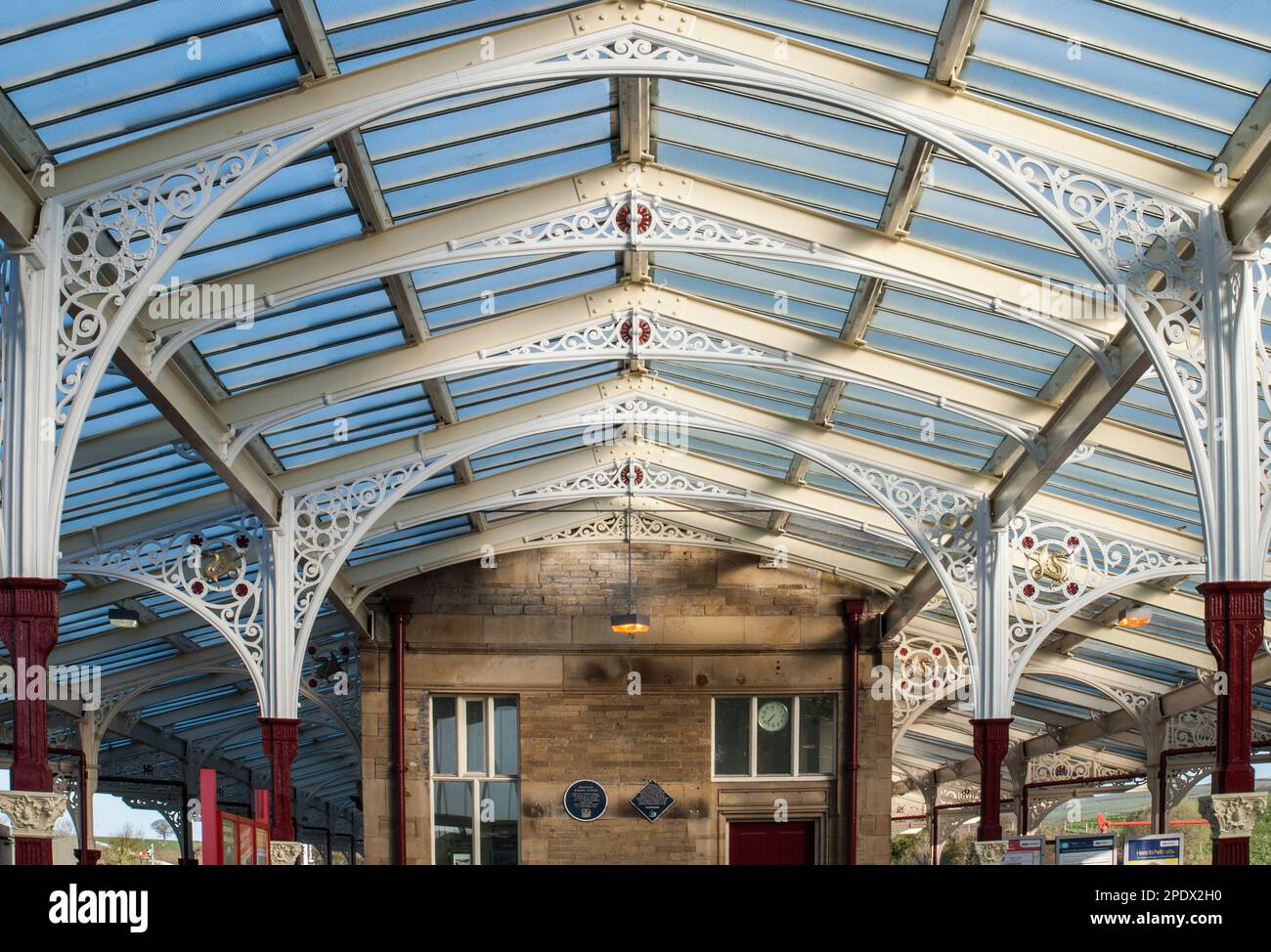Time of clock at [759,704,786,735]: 7:37
